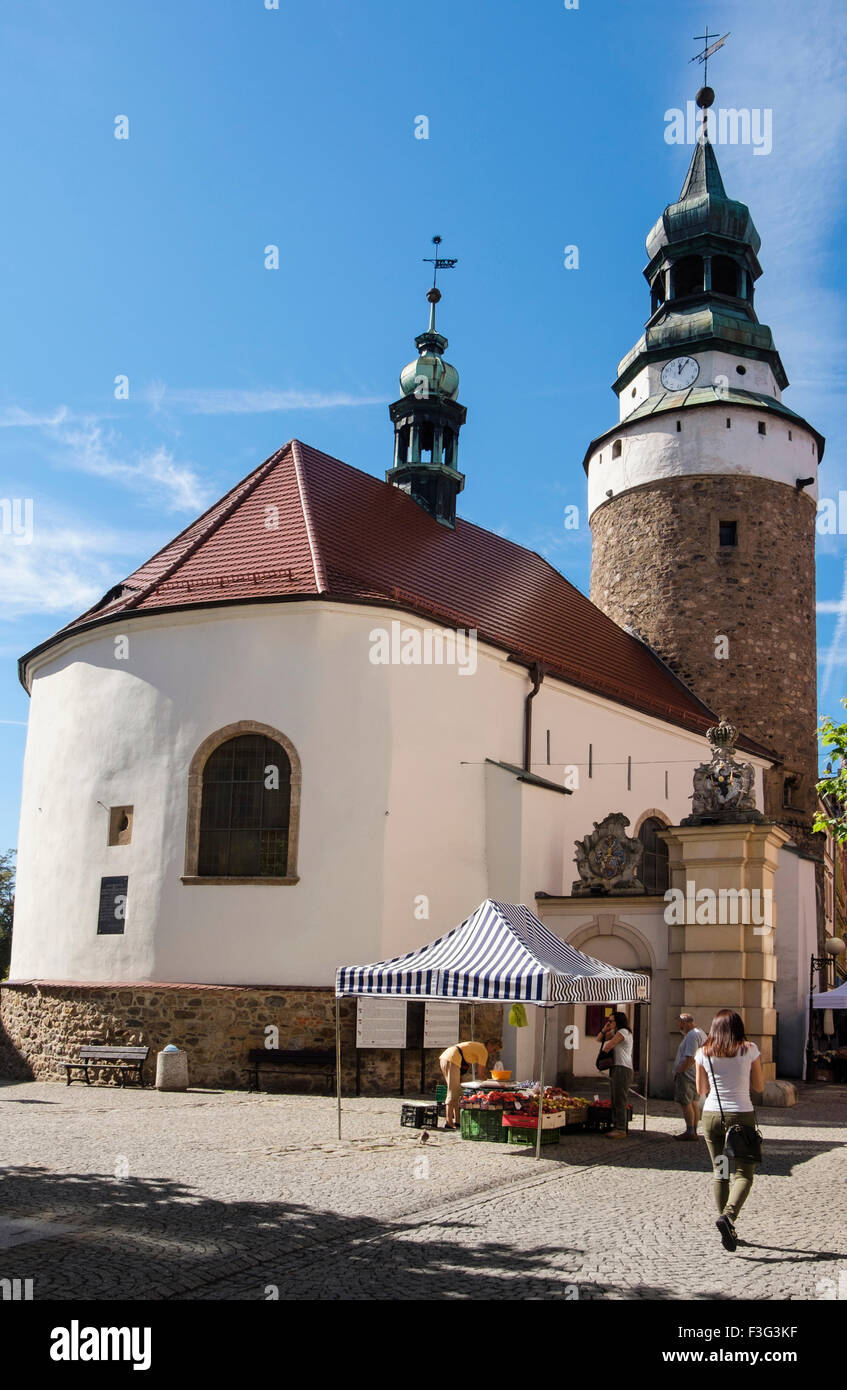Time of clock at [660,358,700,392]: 12:05
